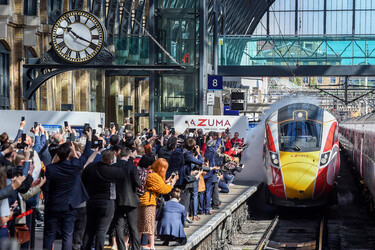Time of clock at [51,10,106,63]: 10:18
